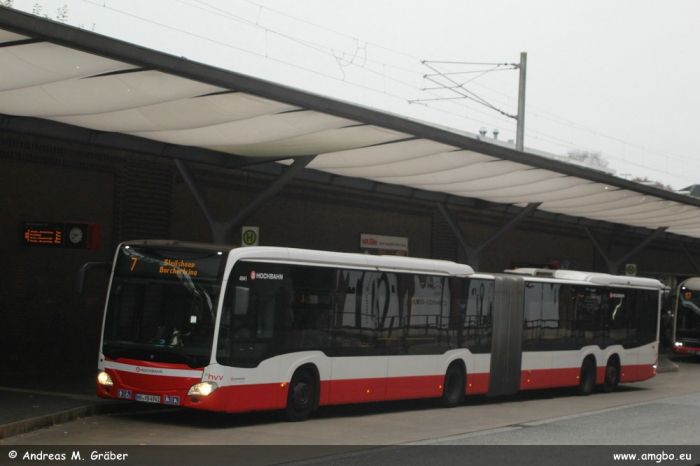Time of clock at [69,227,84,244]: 9:39
